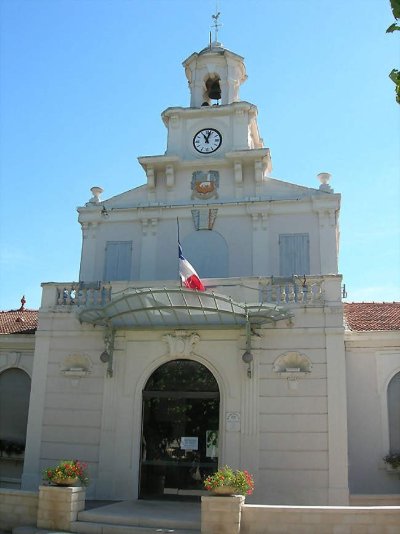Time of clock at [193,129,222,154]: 11:02
